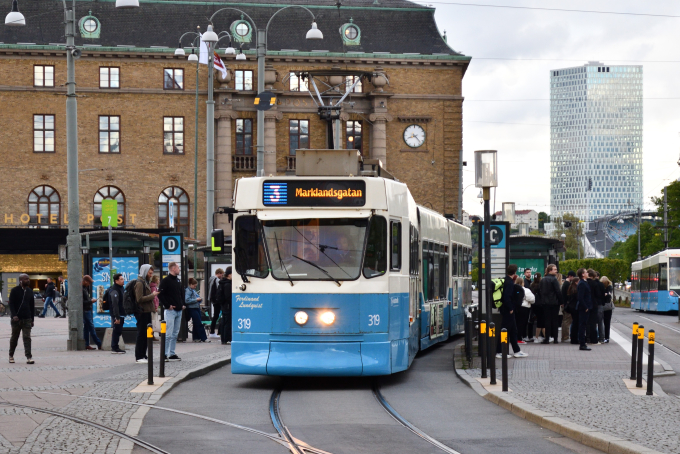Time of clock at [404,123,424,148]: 8:22
